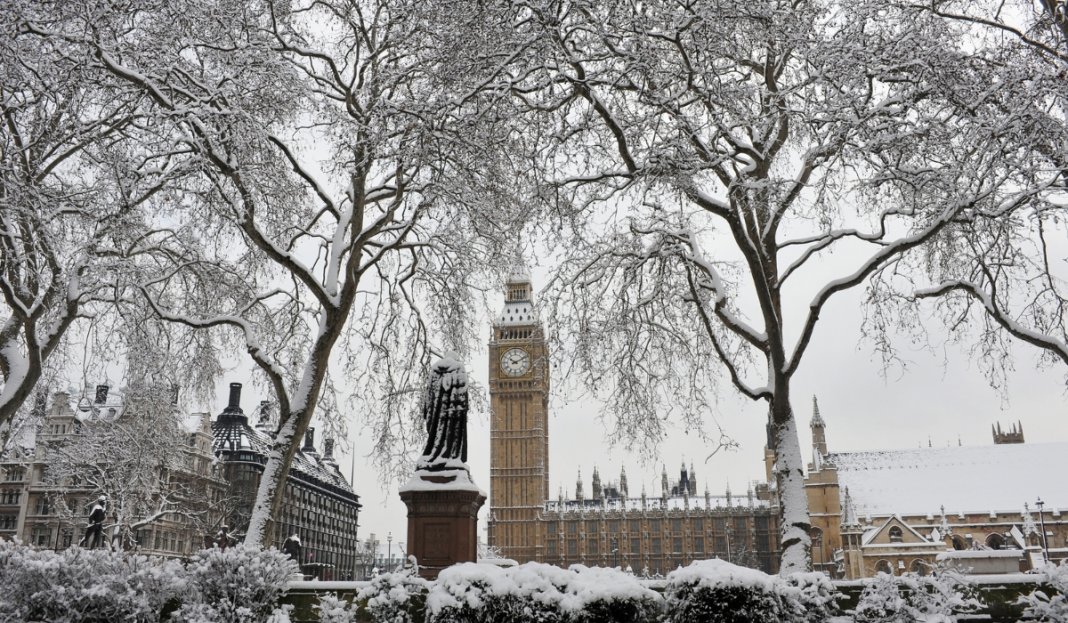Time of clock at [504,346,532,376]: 10:10
